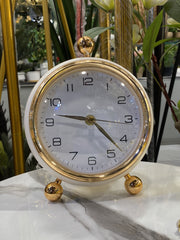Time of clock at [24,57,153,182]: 9:22
